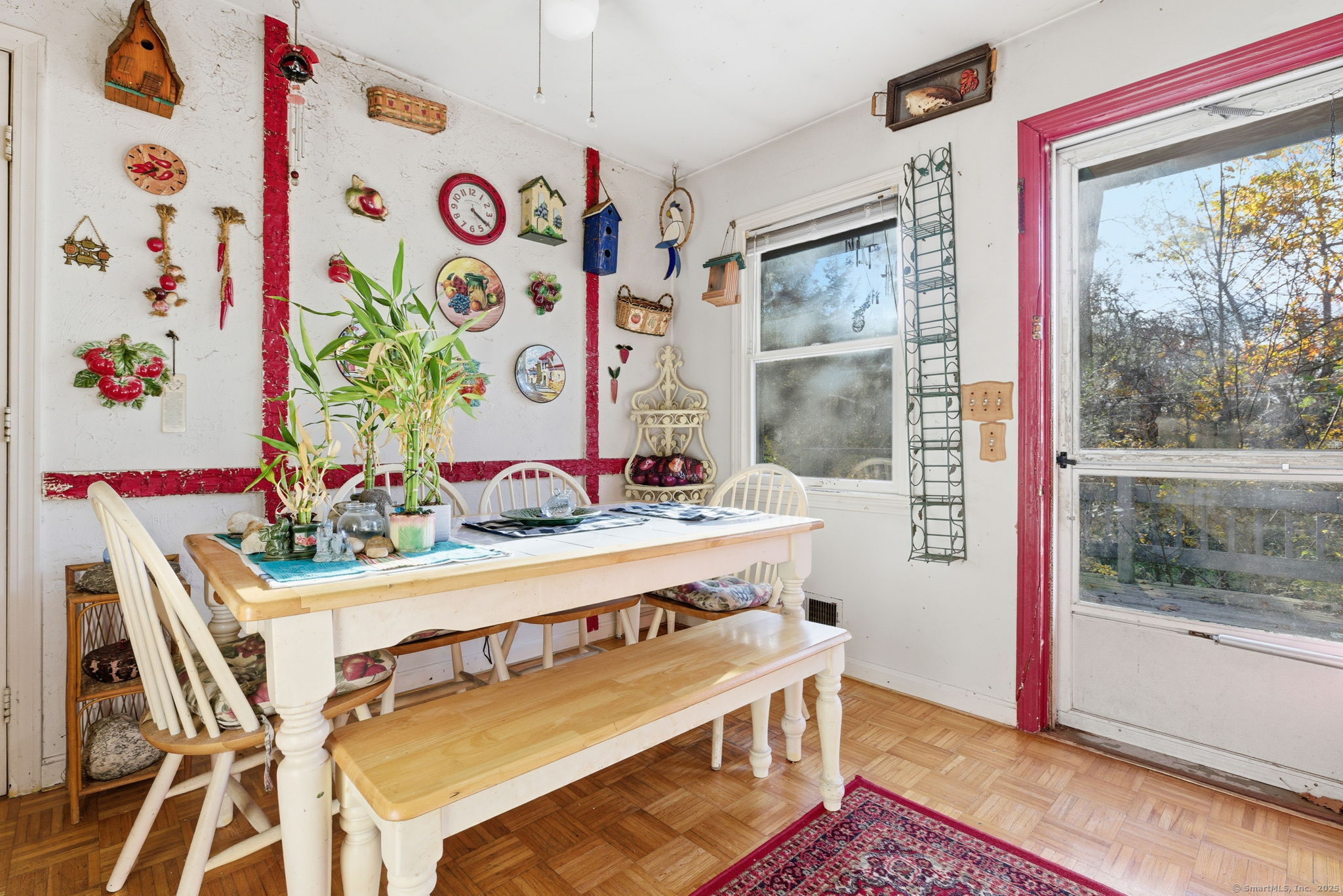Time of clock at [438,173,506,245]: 4:20
